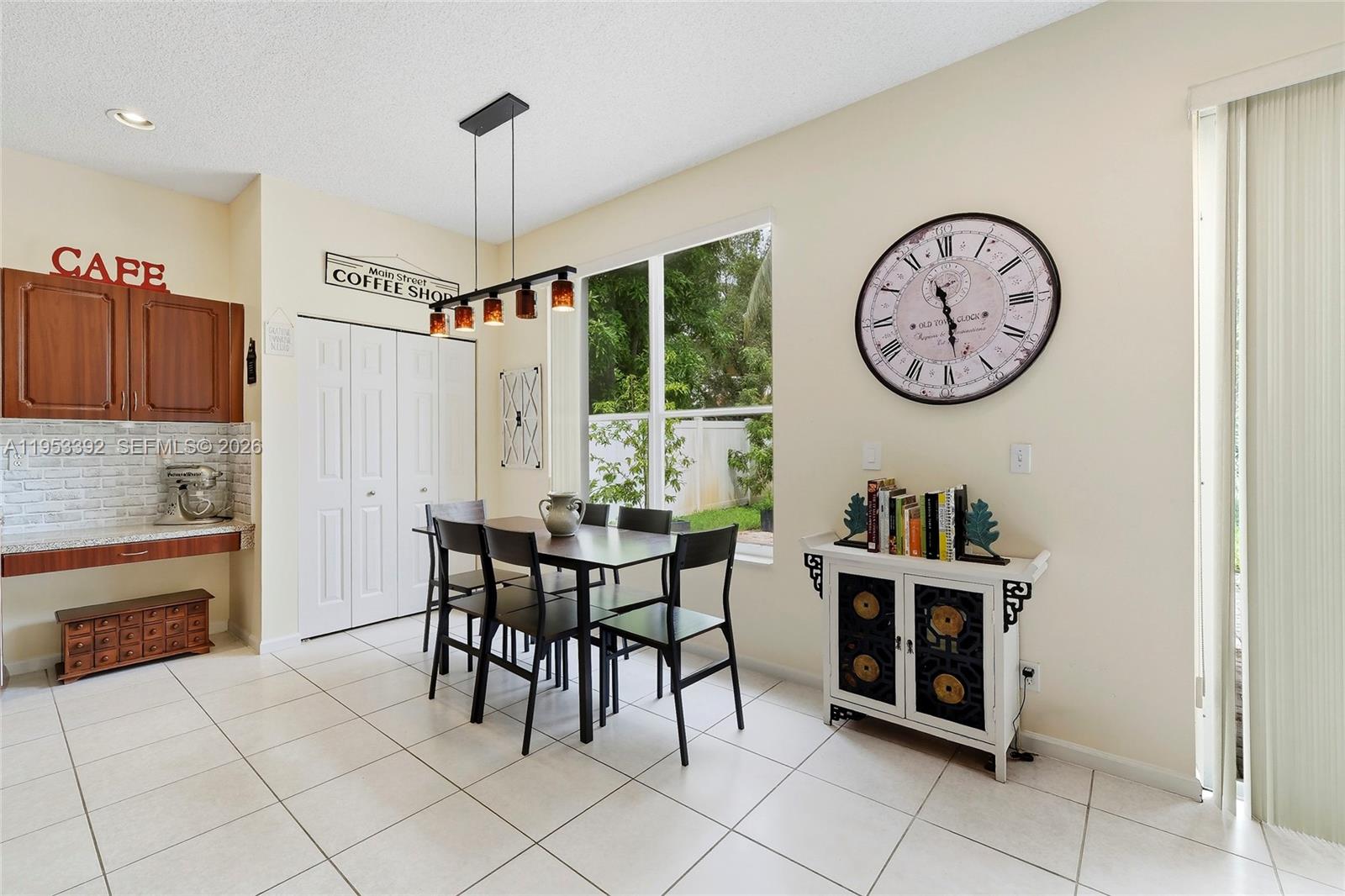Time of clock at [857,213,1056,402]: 11:28
